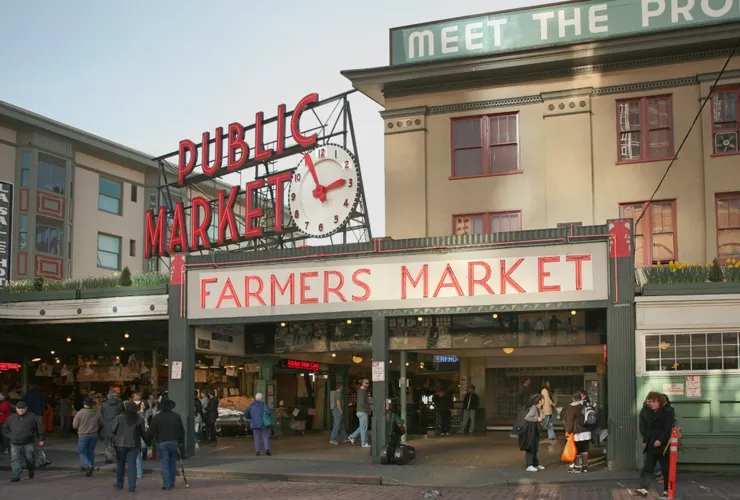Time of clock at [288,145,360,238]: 2:56
